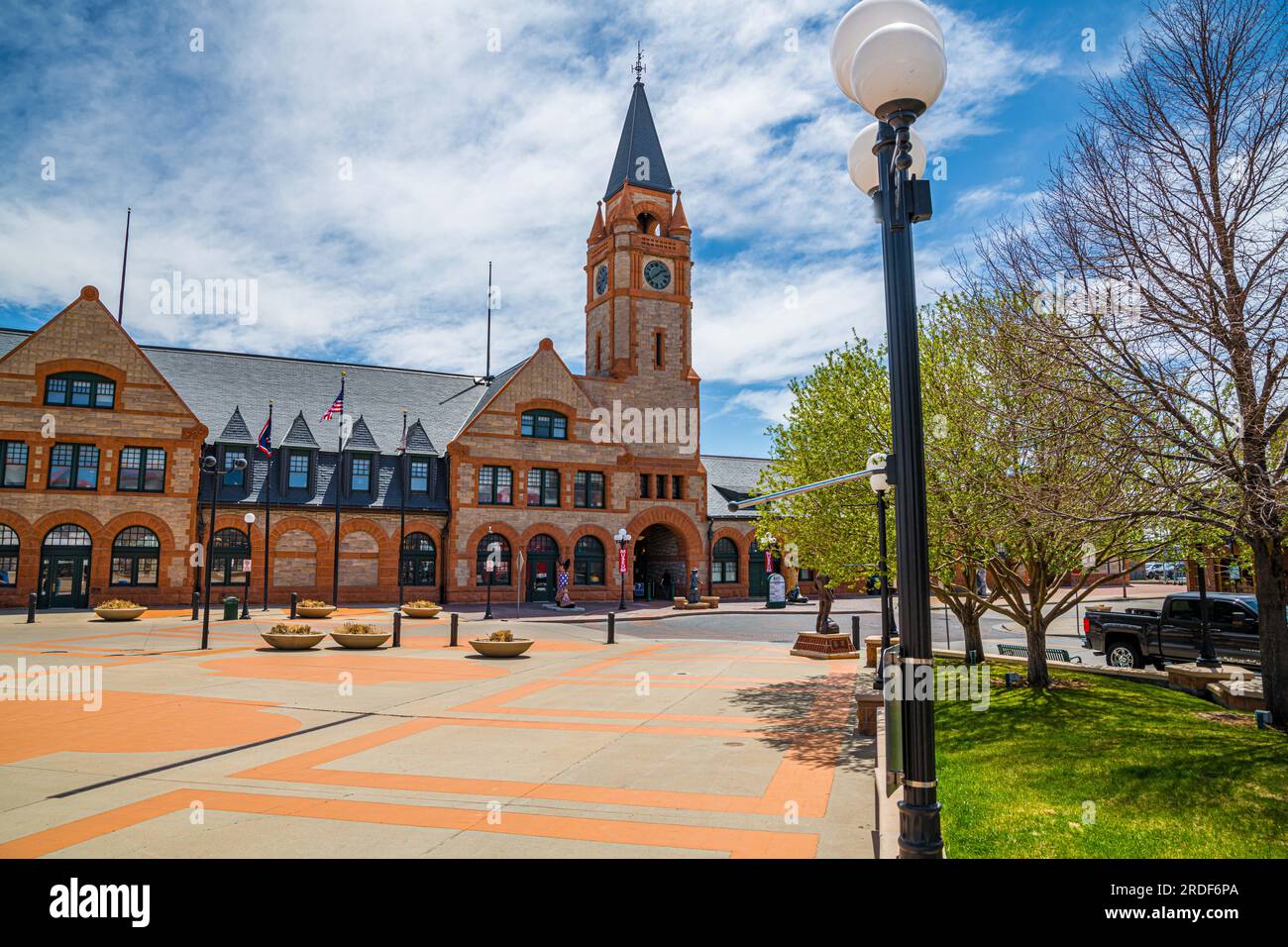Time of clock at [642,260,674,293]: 1:39
